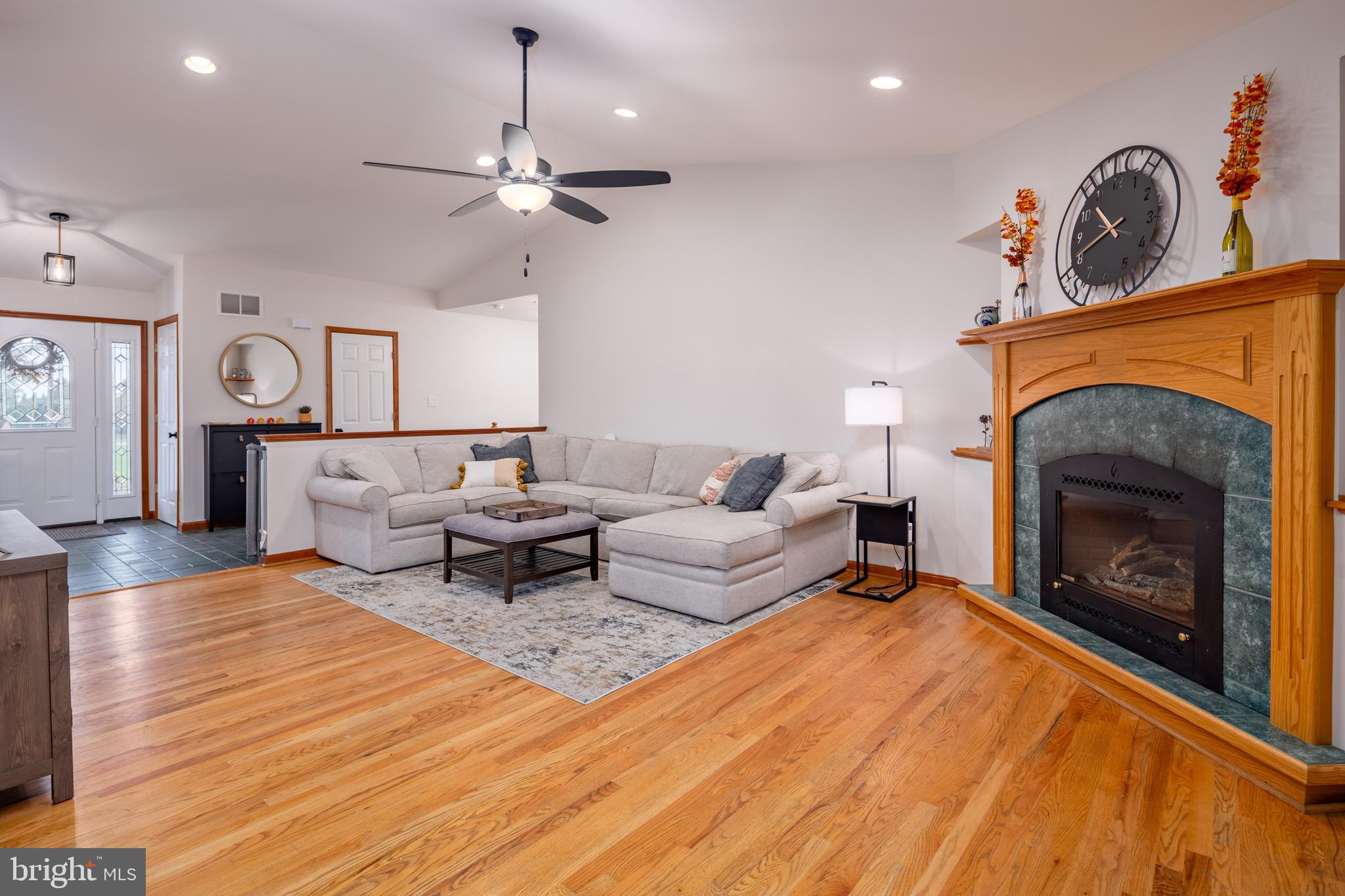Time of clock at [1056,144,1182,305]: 10:41
